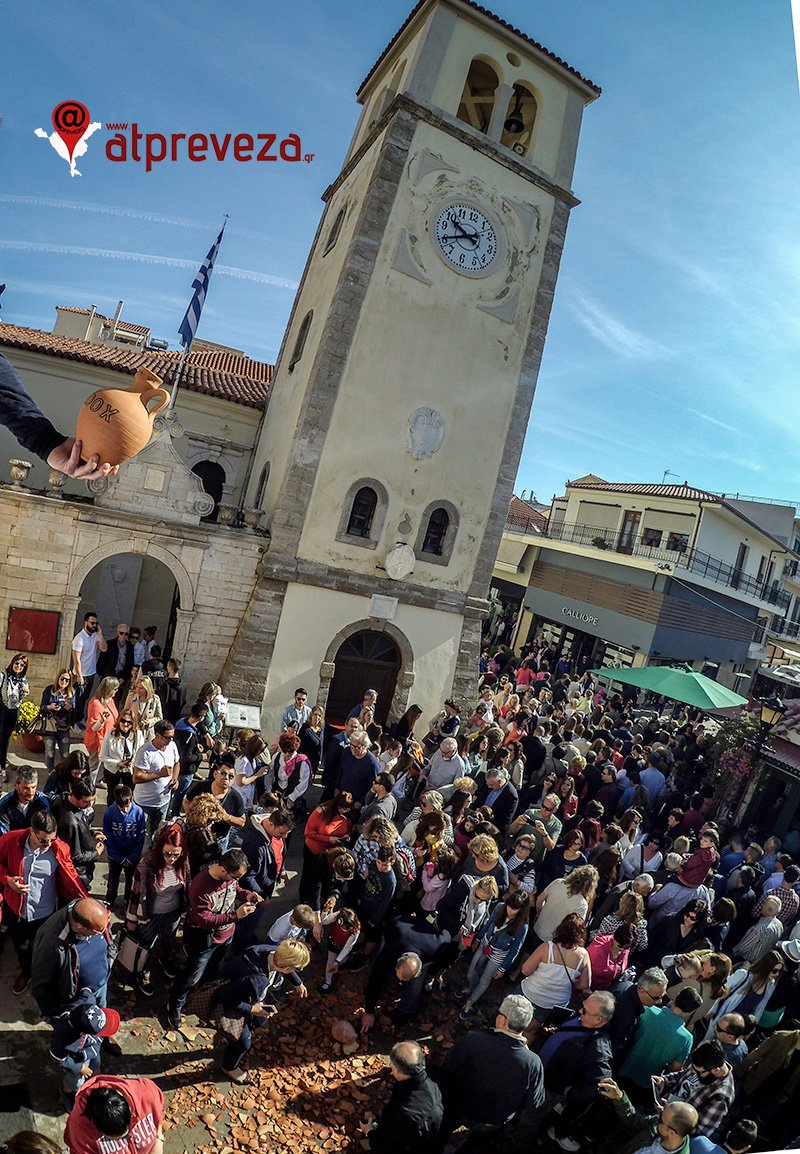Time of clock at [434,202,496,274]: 9:40
